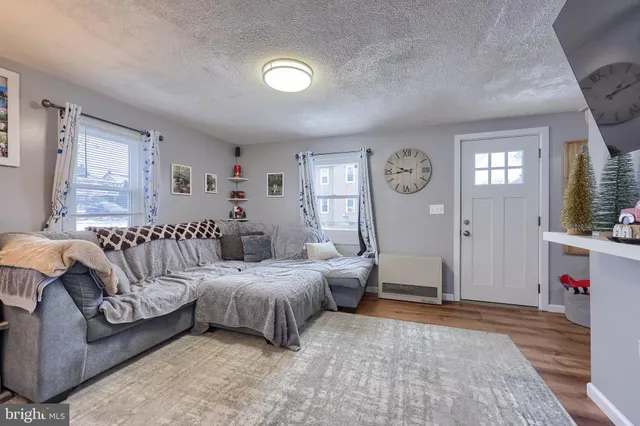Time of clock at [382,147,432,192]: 9:43
